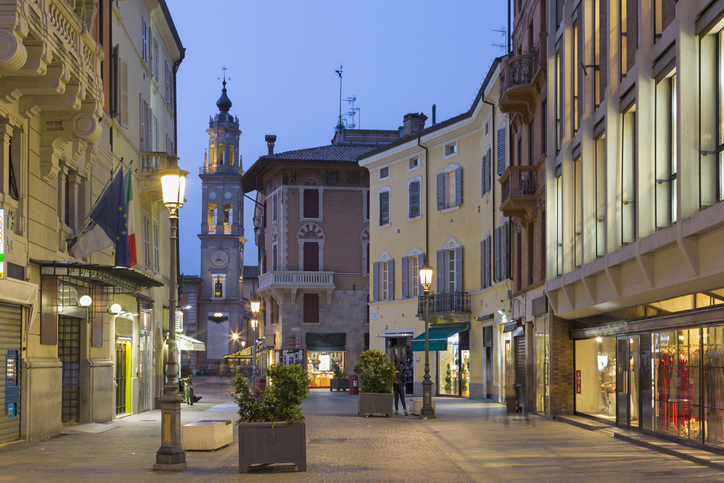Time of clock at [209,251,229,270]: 8:20
